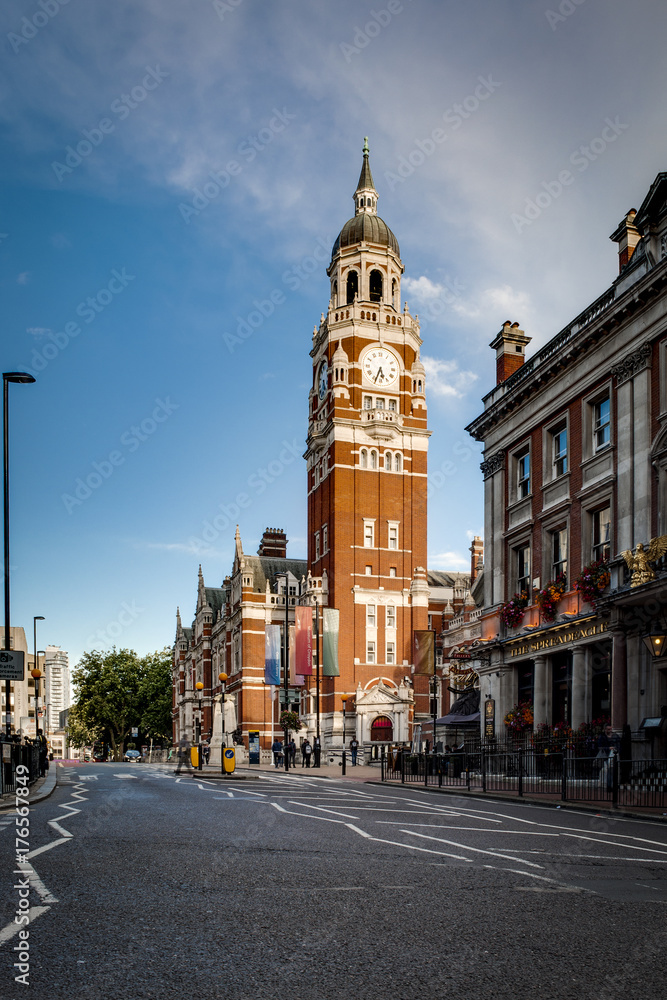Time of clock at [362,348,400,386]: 5:33
